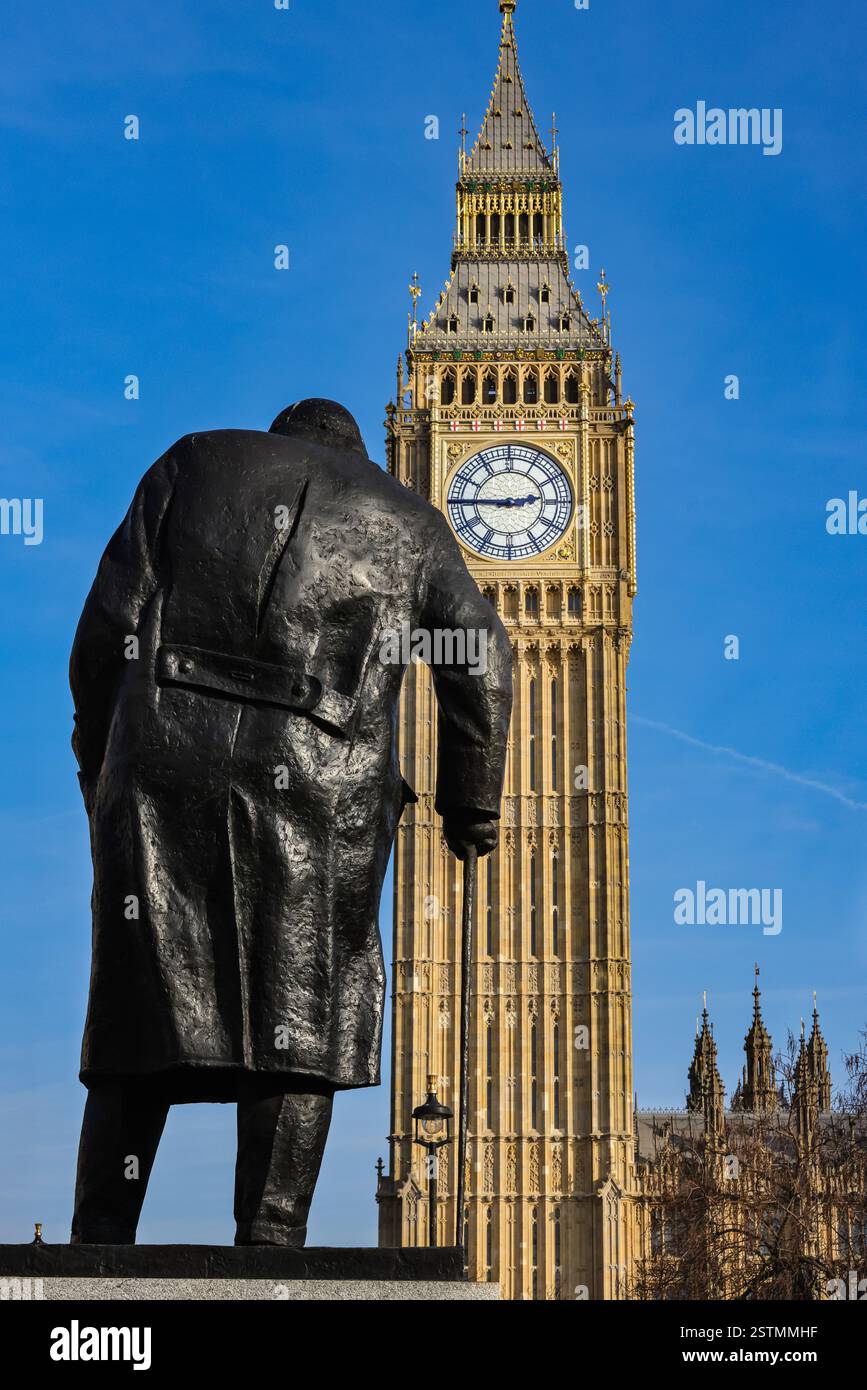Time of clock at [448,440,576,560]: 2:45
